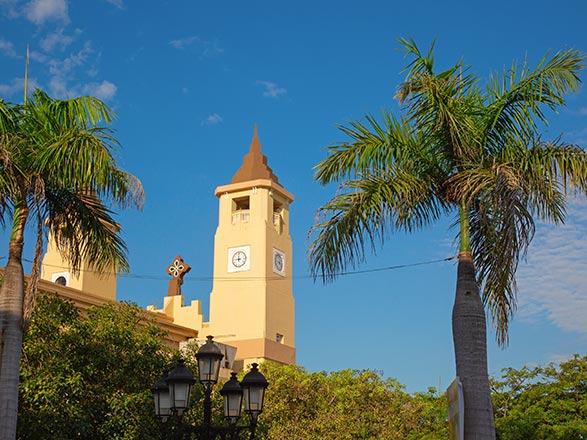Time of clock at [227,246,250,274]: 8:59
